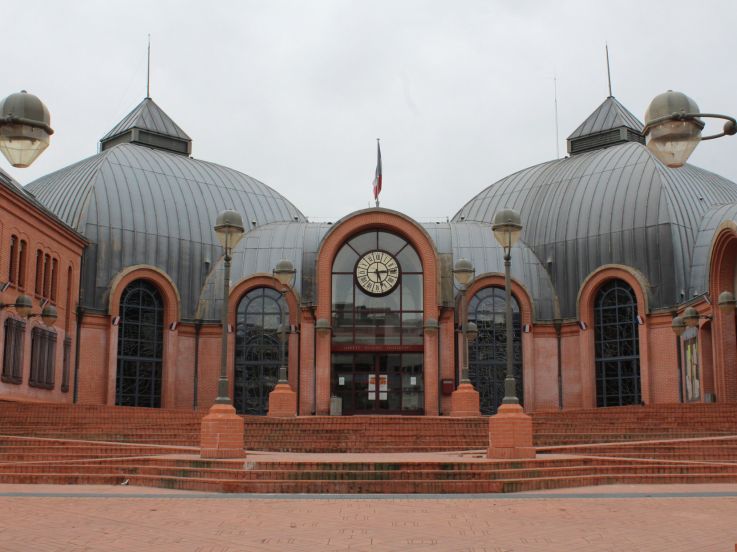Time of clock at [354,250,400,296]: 5:14
